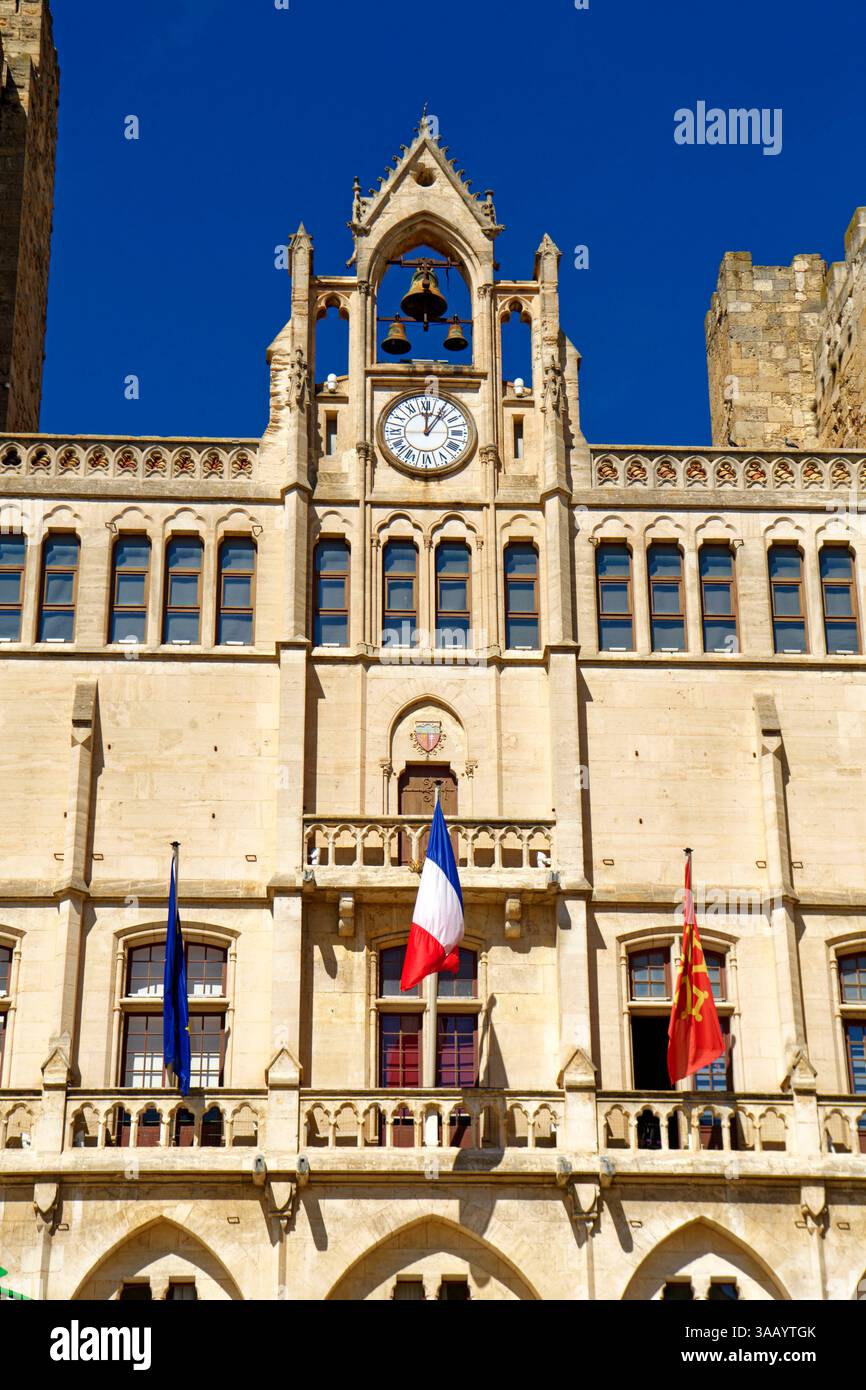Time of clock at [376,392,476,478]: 12:05
